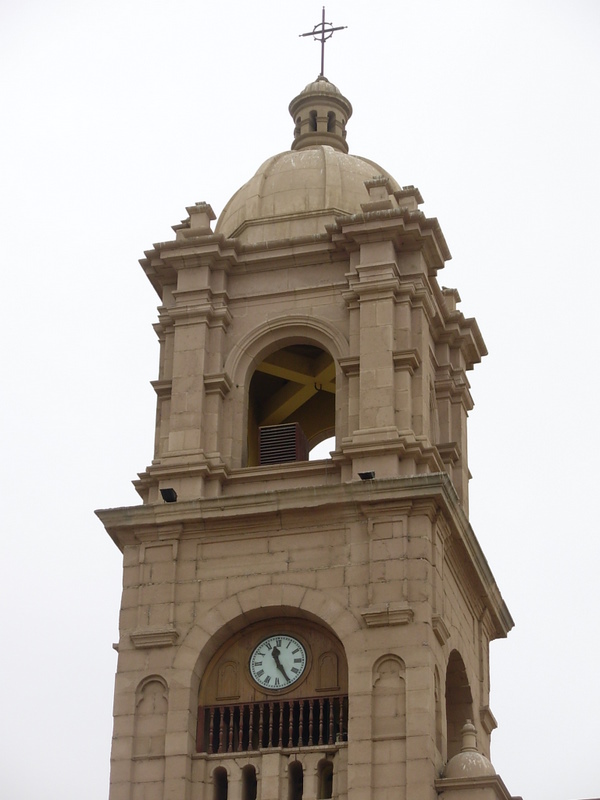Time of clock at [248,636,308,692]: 11:25
